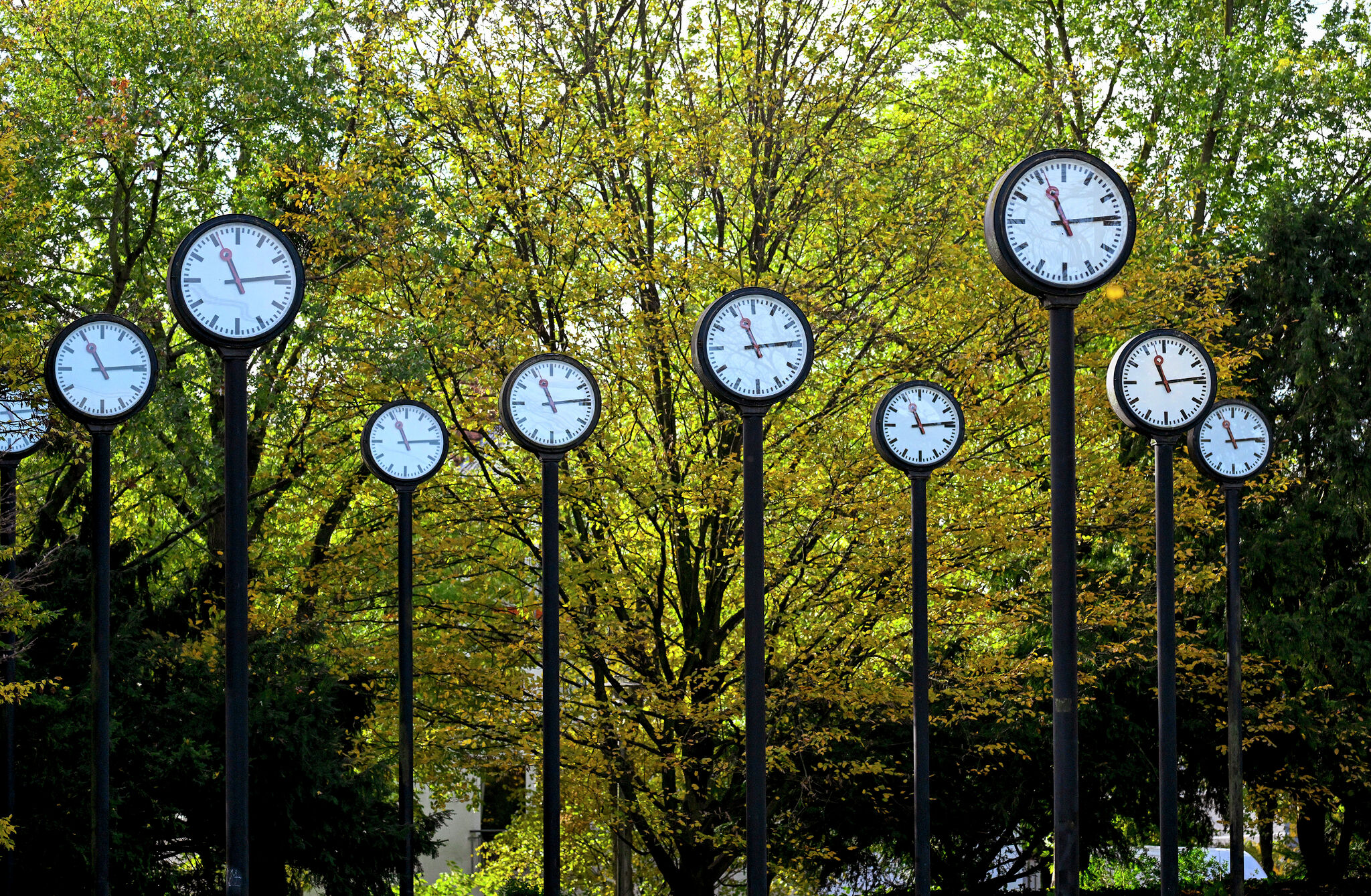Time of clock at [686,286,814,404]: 11:14
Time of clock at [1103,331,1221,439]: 11:13
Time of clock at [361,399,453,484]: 11:14
